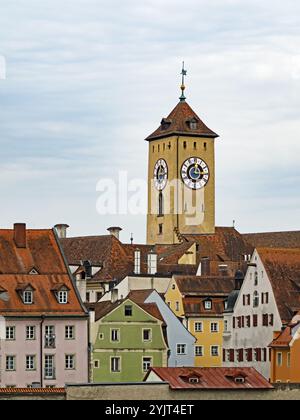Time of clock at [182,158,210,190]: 12:14
